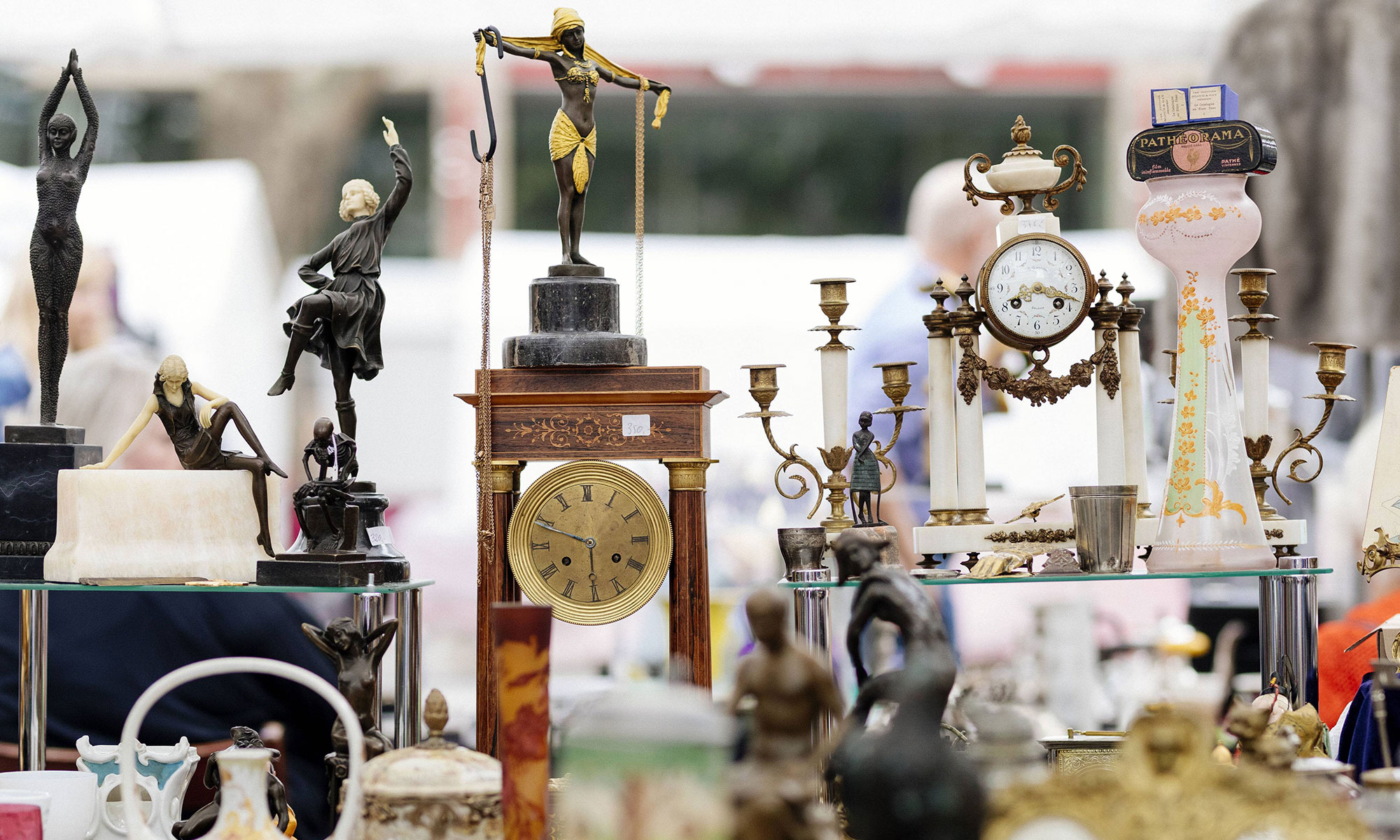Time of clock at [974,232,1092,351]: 8:17
